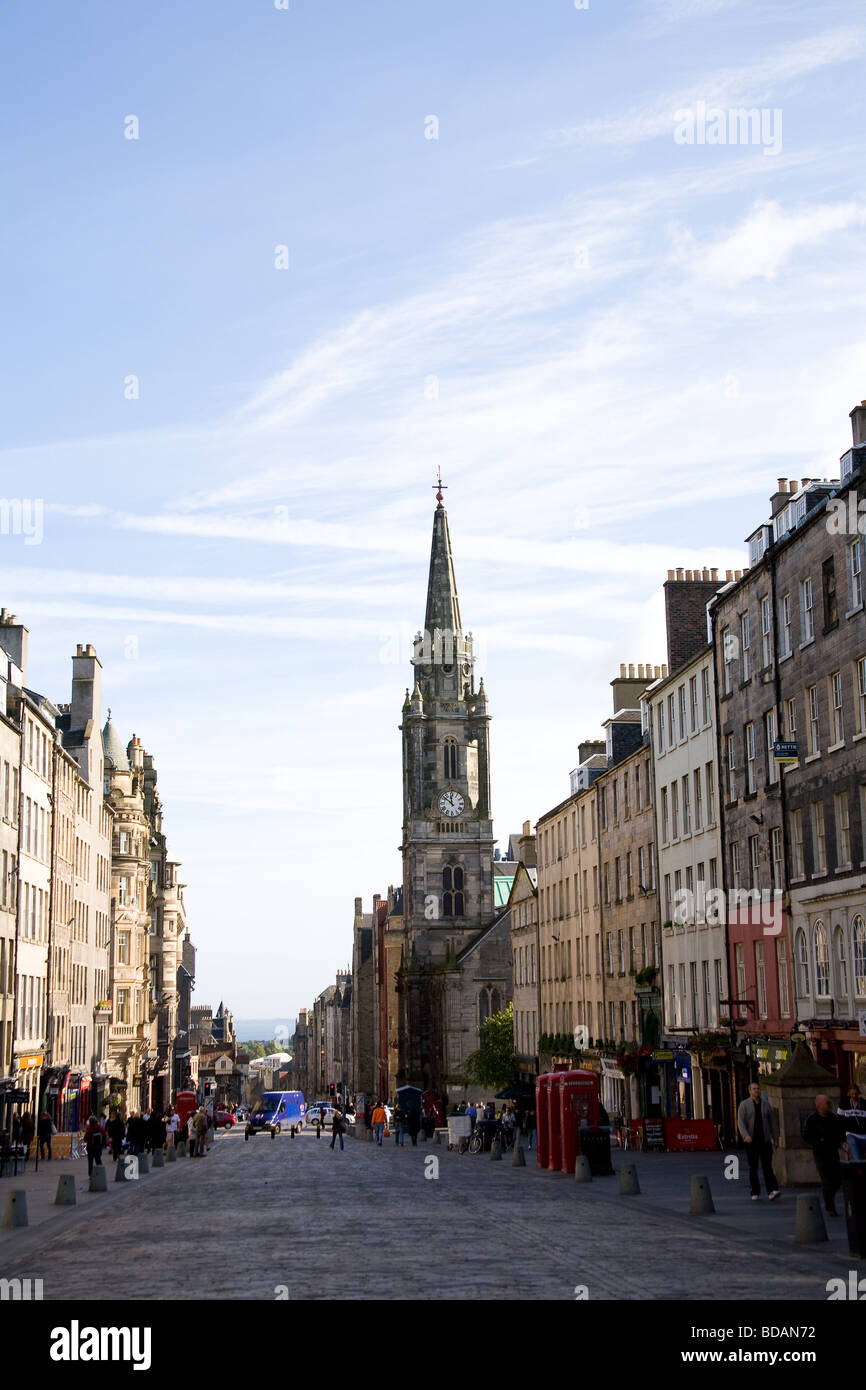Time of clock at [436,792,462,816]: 11:51
